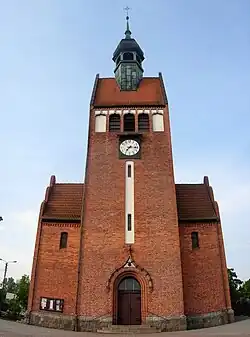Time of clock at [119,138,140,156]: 7:15
